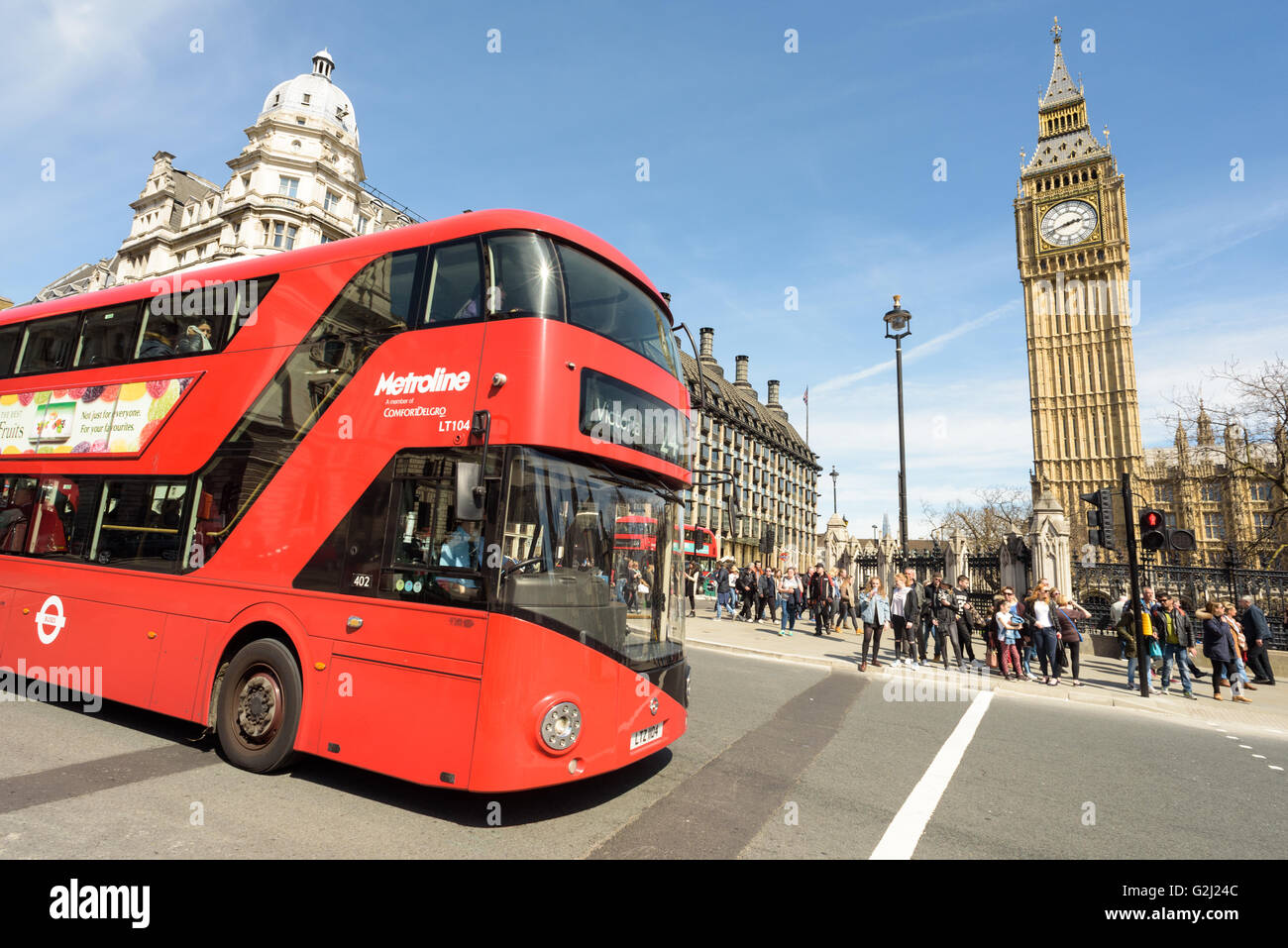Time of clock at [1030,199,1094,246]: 2:42
